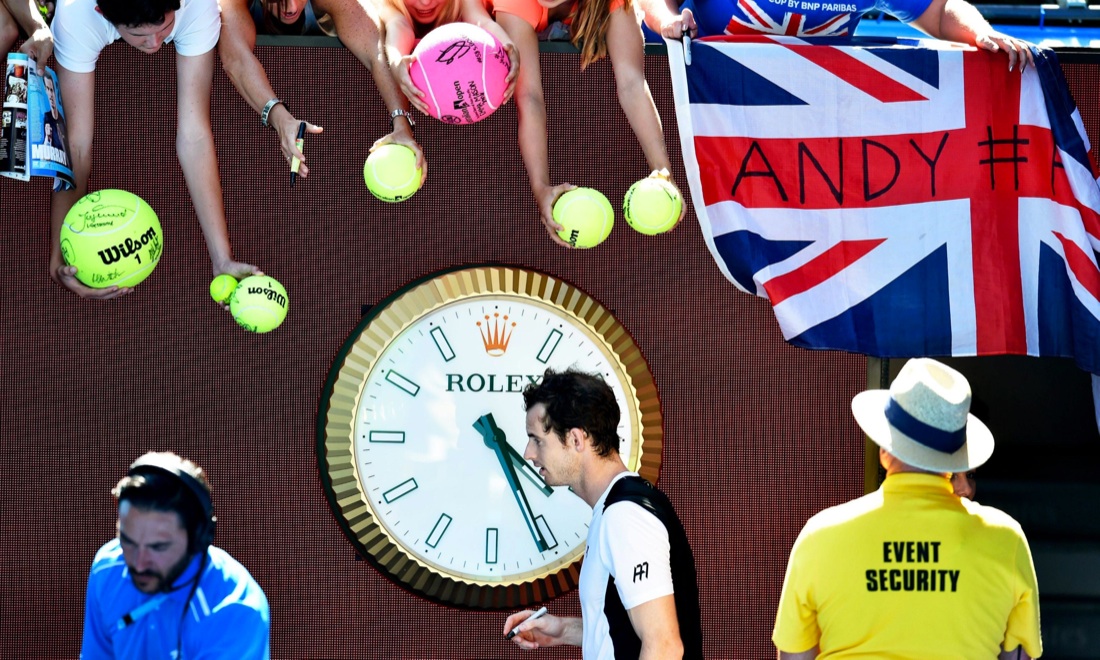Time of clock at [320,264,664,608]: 4:26
